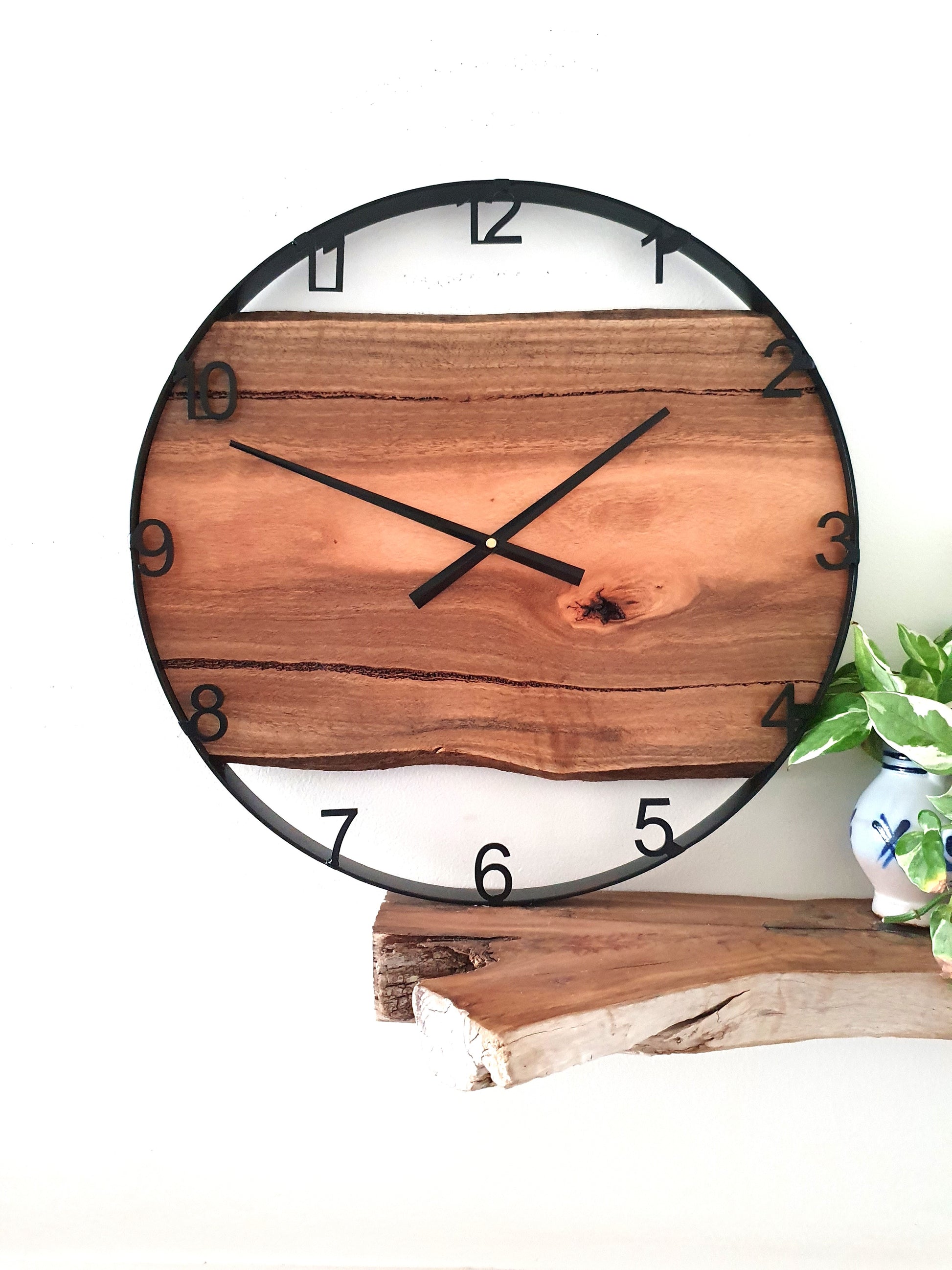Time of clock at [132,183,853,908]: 1:49
